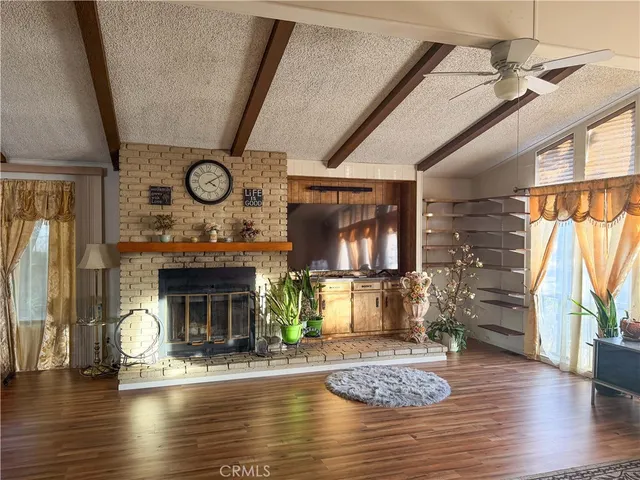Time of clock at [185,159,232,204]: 4:10
